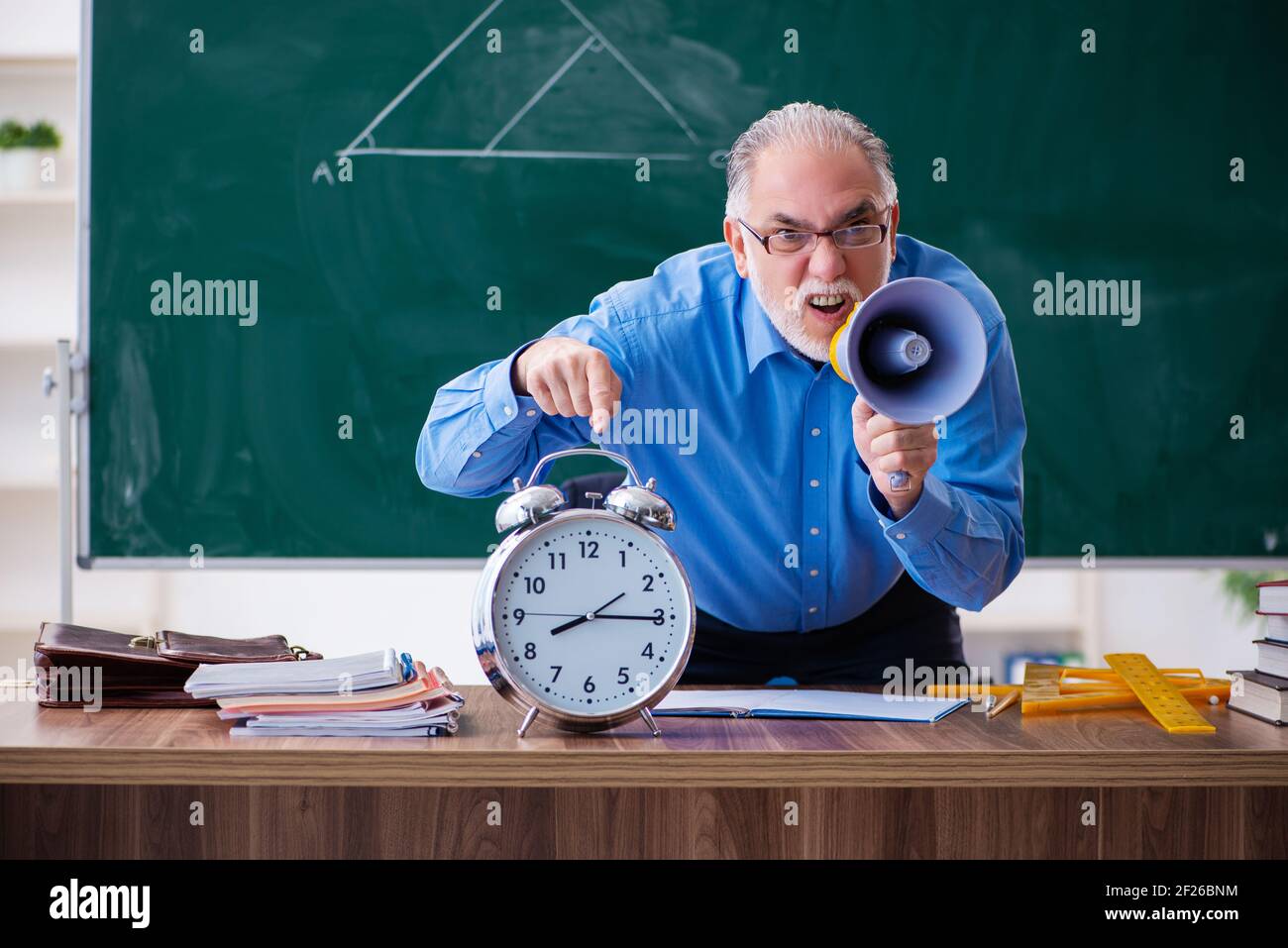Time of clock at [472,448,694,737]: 8:15
